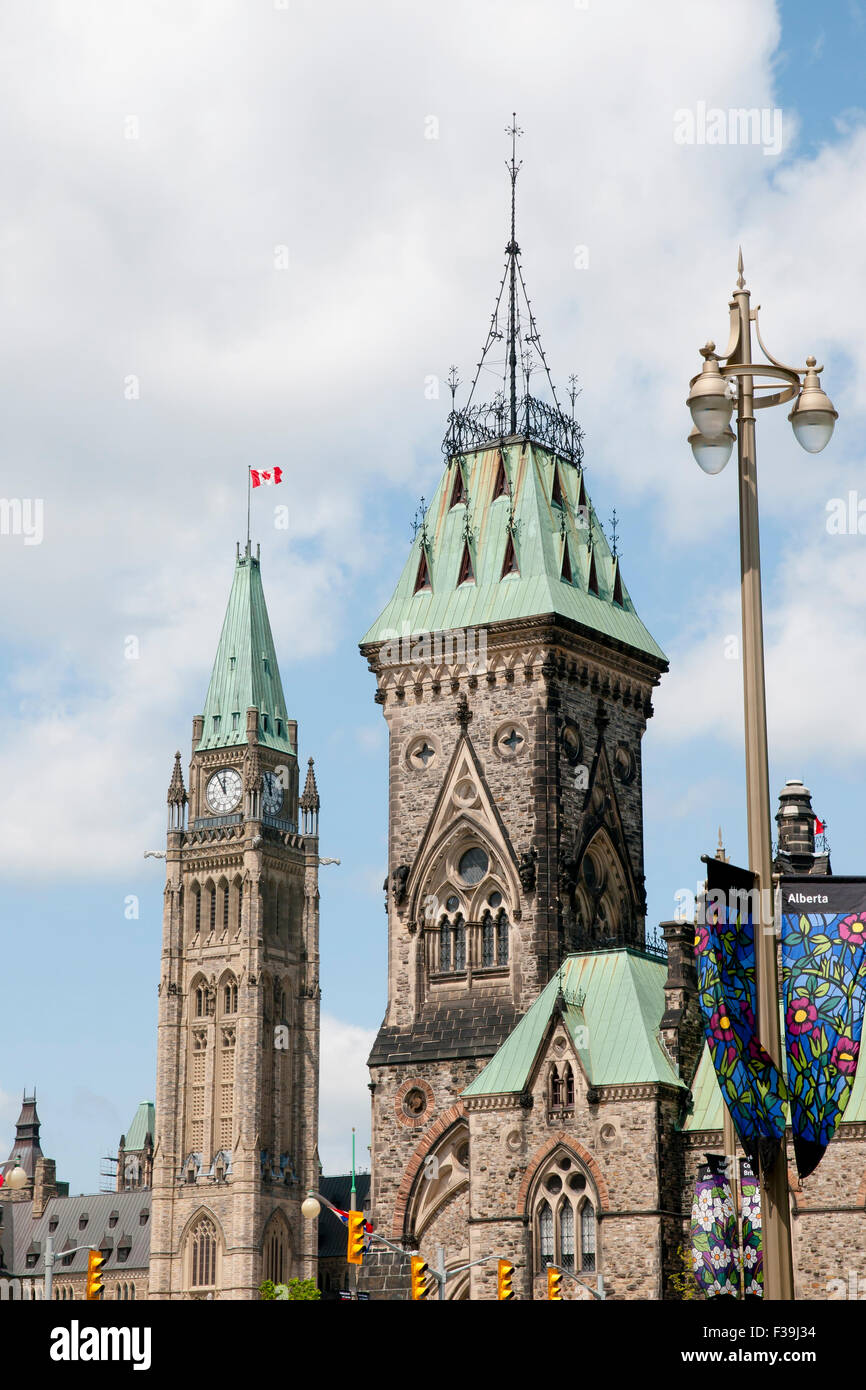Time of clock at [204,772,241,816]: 11:55
